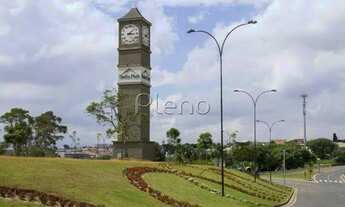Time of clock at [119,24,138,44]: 3:07
